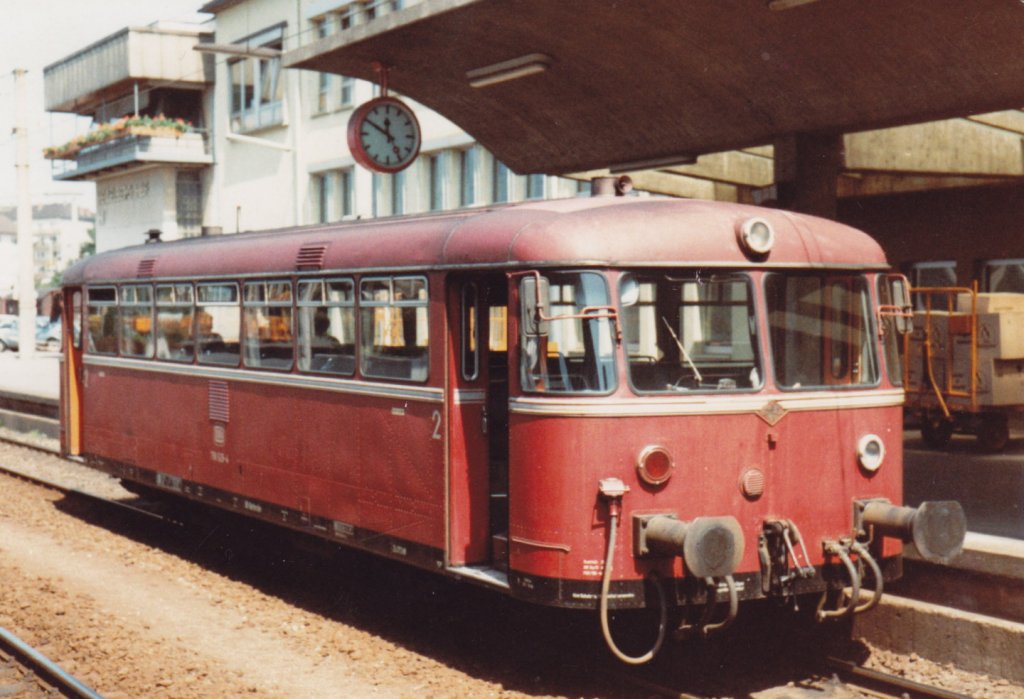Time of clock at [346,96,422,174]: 11:50
